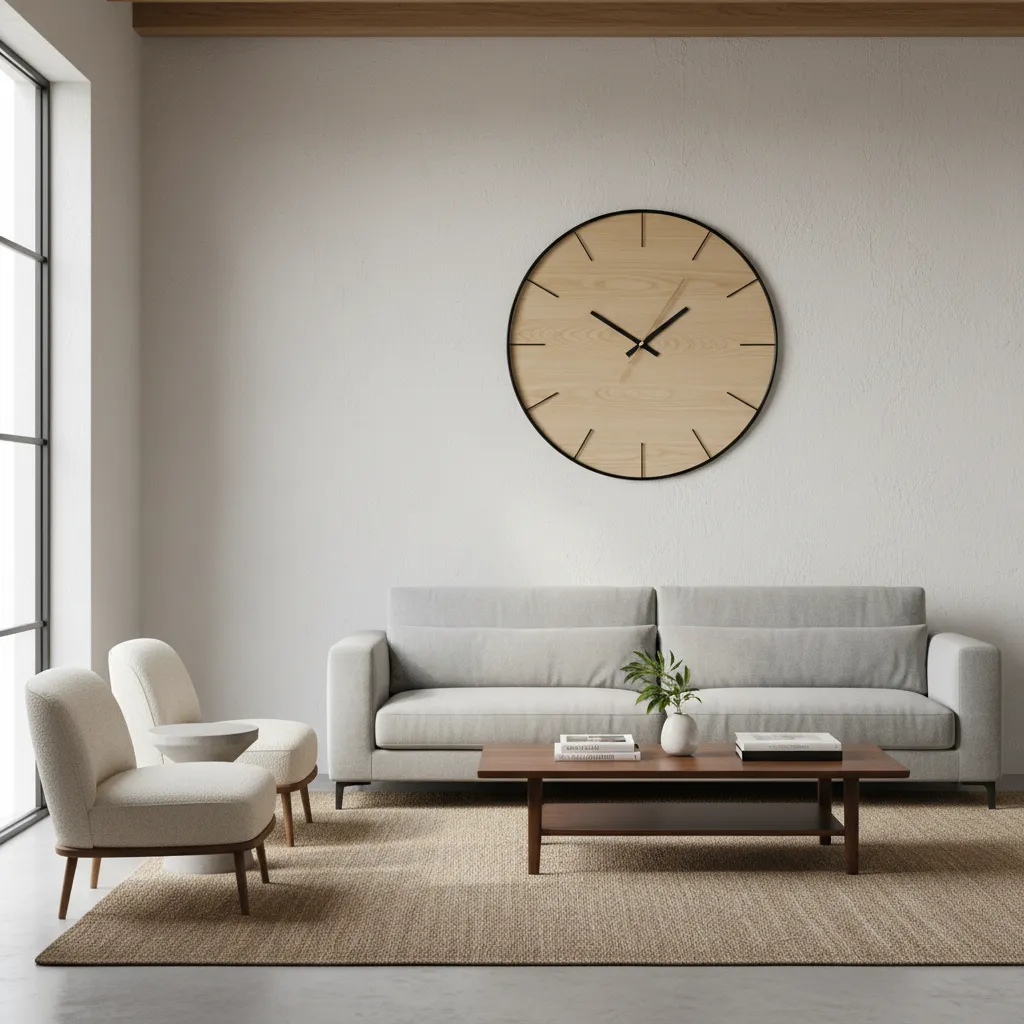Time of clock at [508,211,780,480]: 1:50
